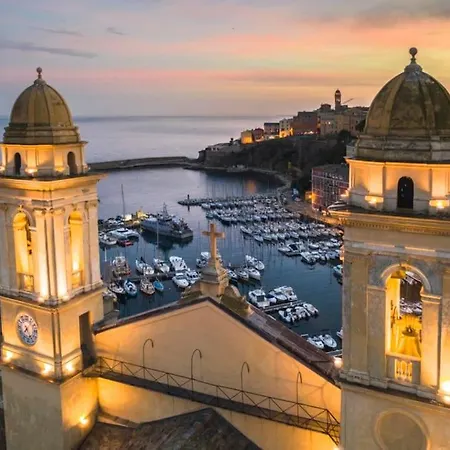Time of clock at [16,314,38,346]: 7:24
